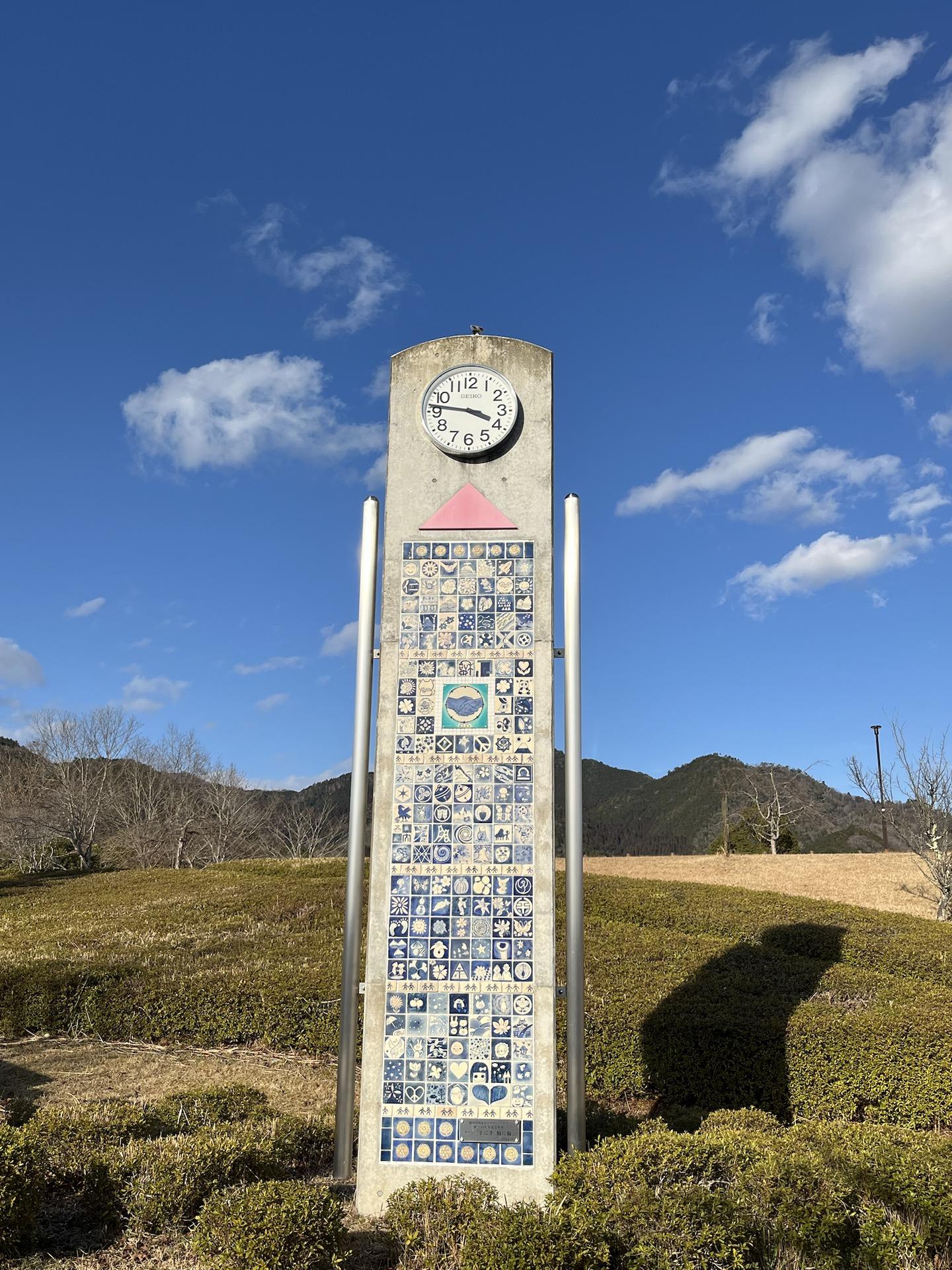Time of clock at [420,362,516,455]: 3:46
